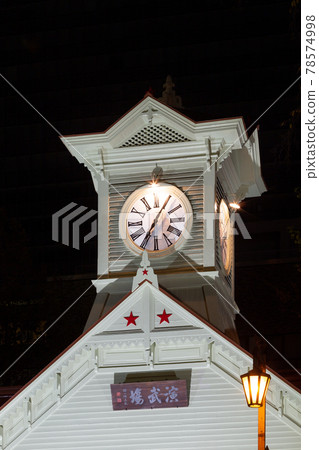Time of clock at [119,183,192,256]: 7:05
